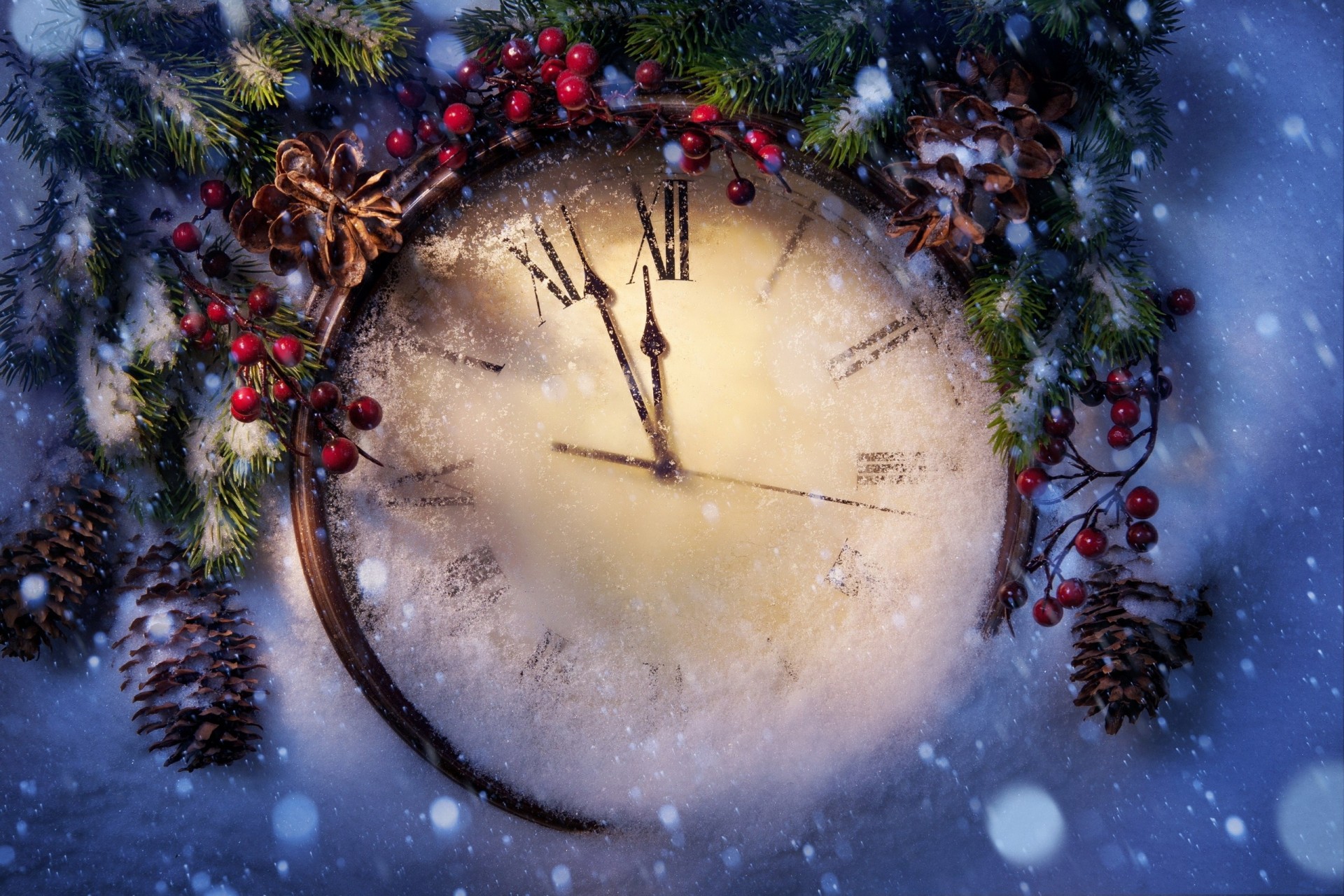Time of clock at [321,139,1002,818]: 11:56
